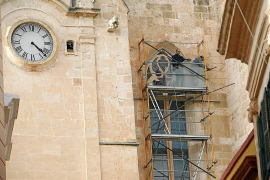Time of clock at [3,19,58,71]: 4:22
